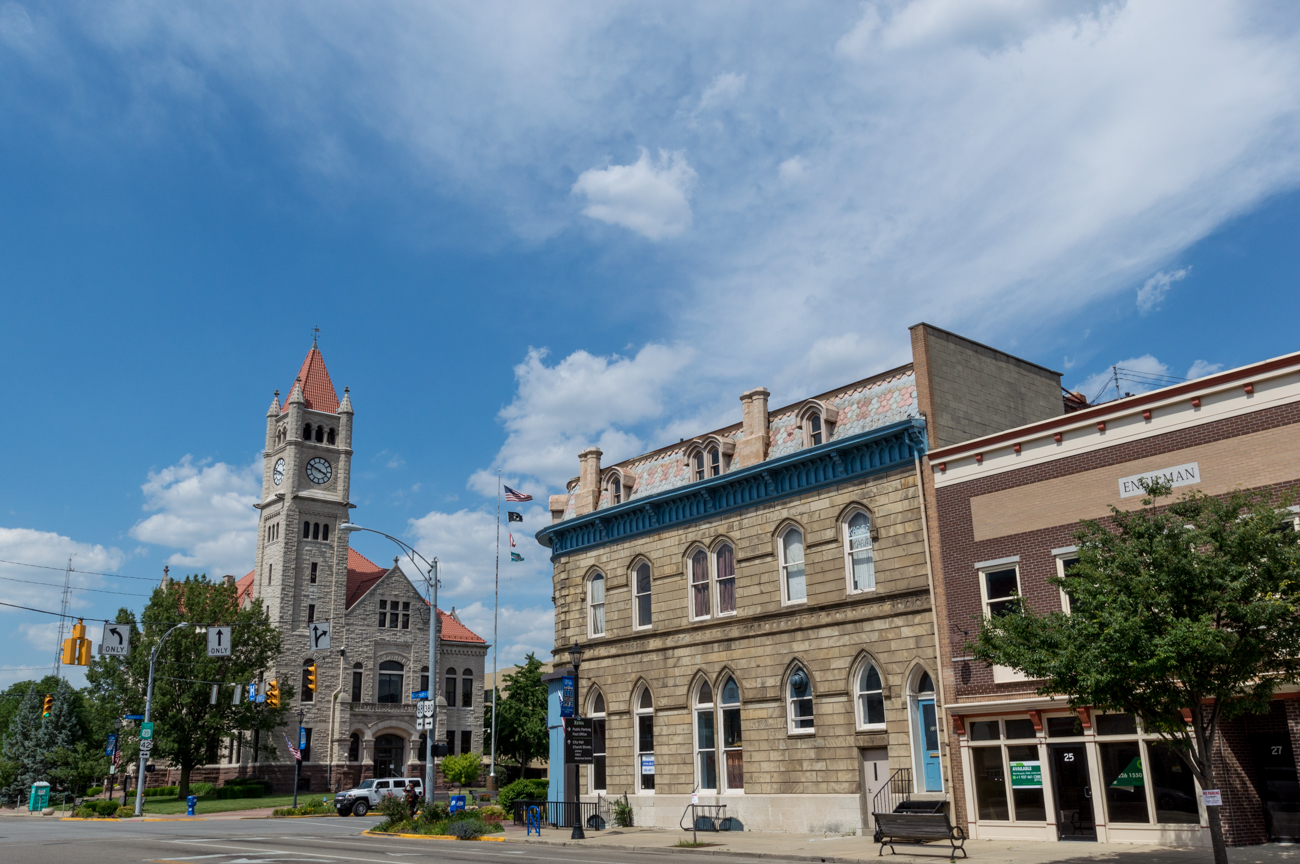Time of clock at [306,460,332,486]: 3:48
